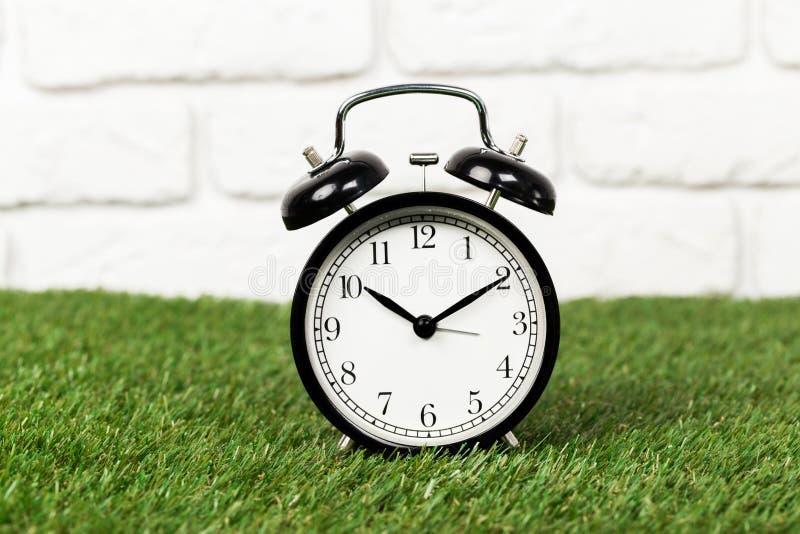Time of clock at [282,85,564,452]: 10:10
